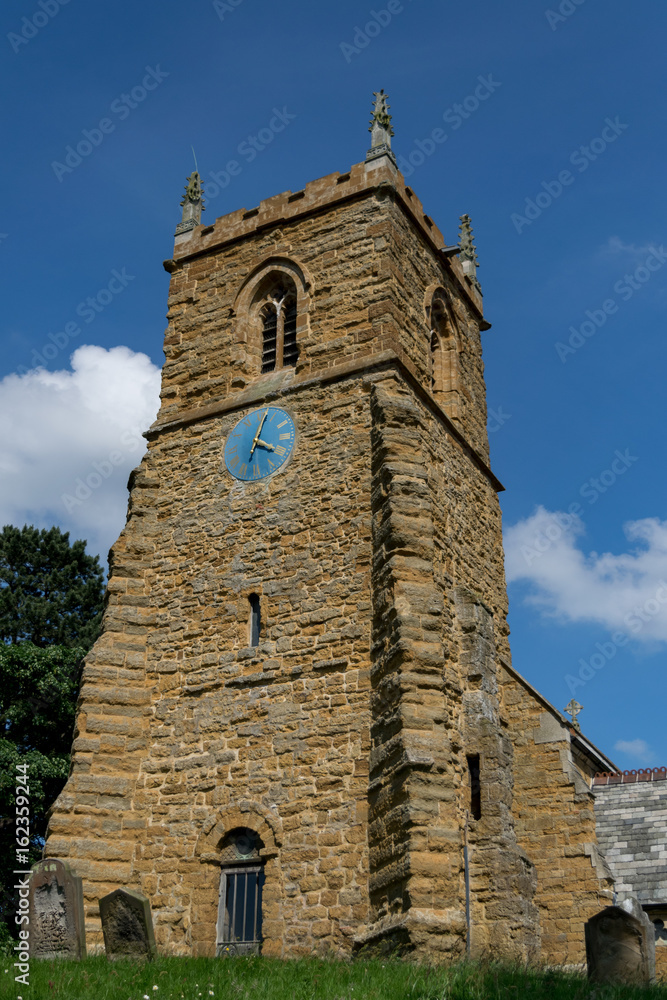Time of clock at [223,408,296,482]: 4:02
